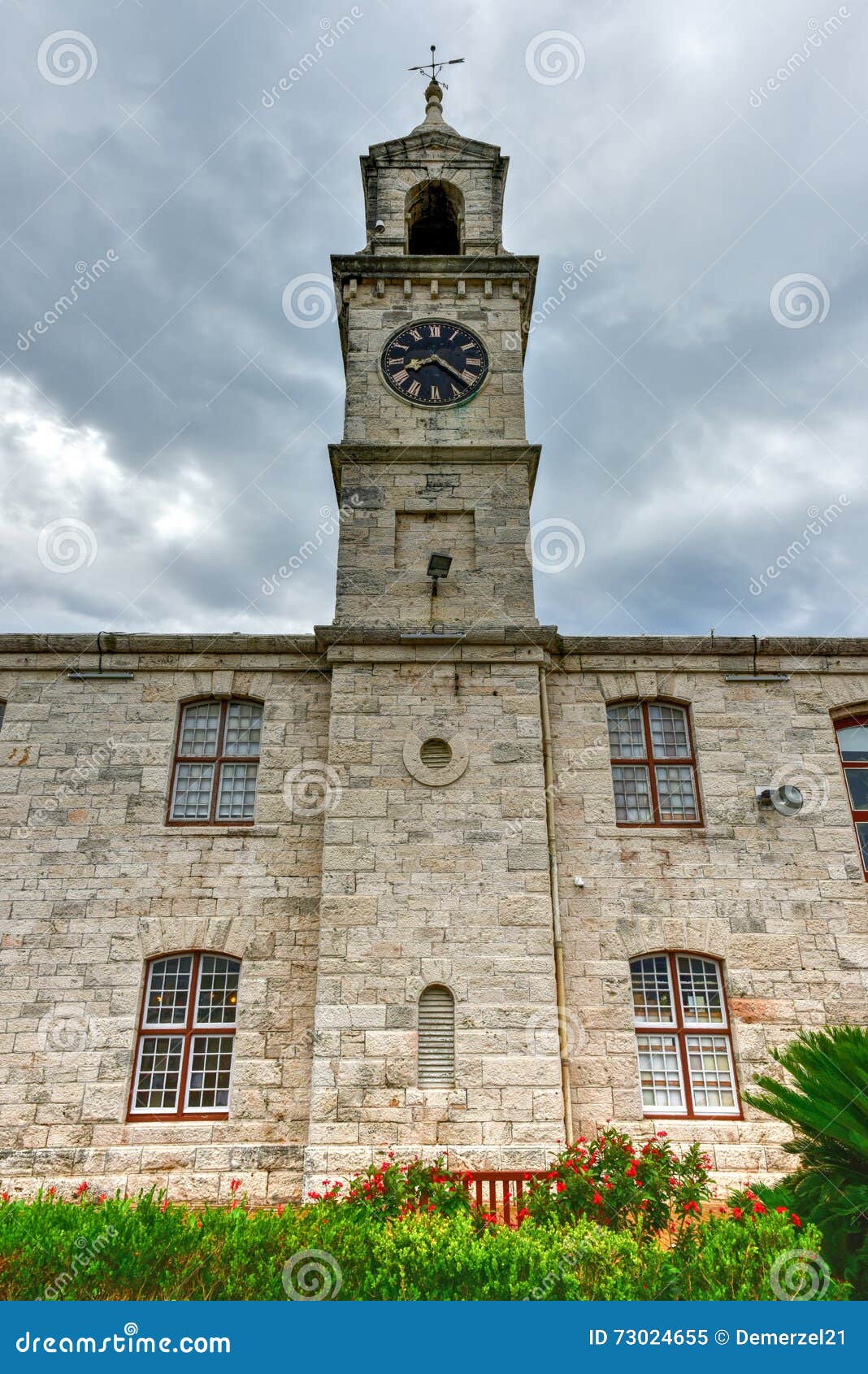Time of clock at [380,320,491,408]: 8:21
